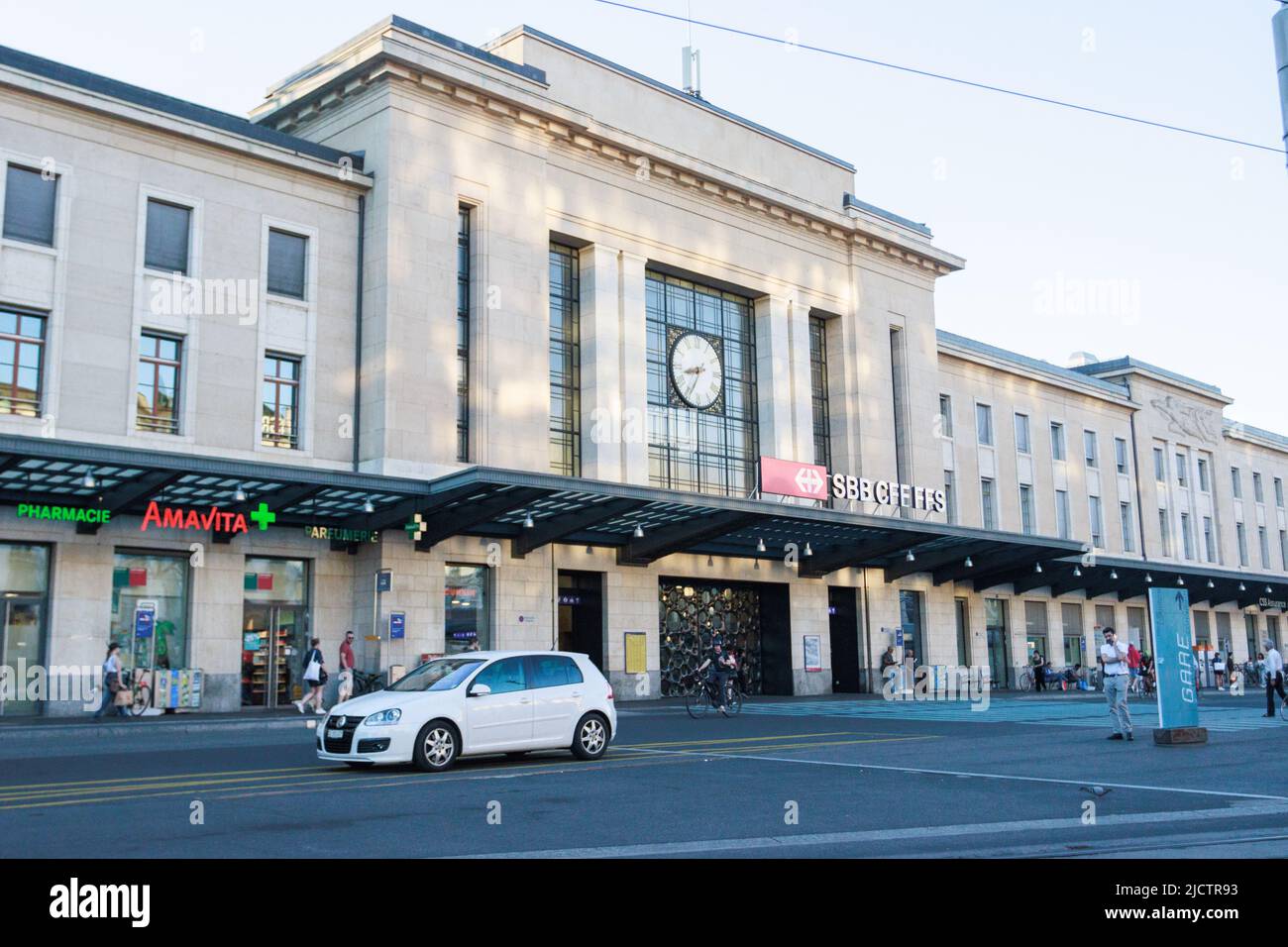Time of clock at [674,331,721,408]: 8:34
